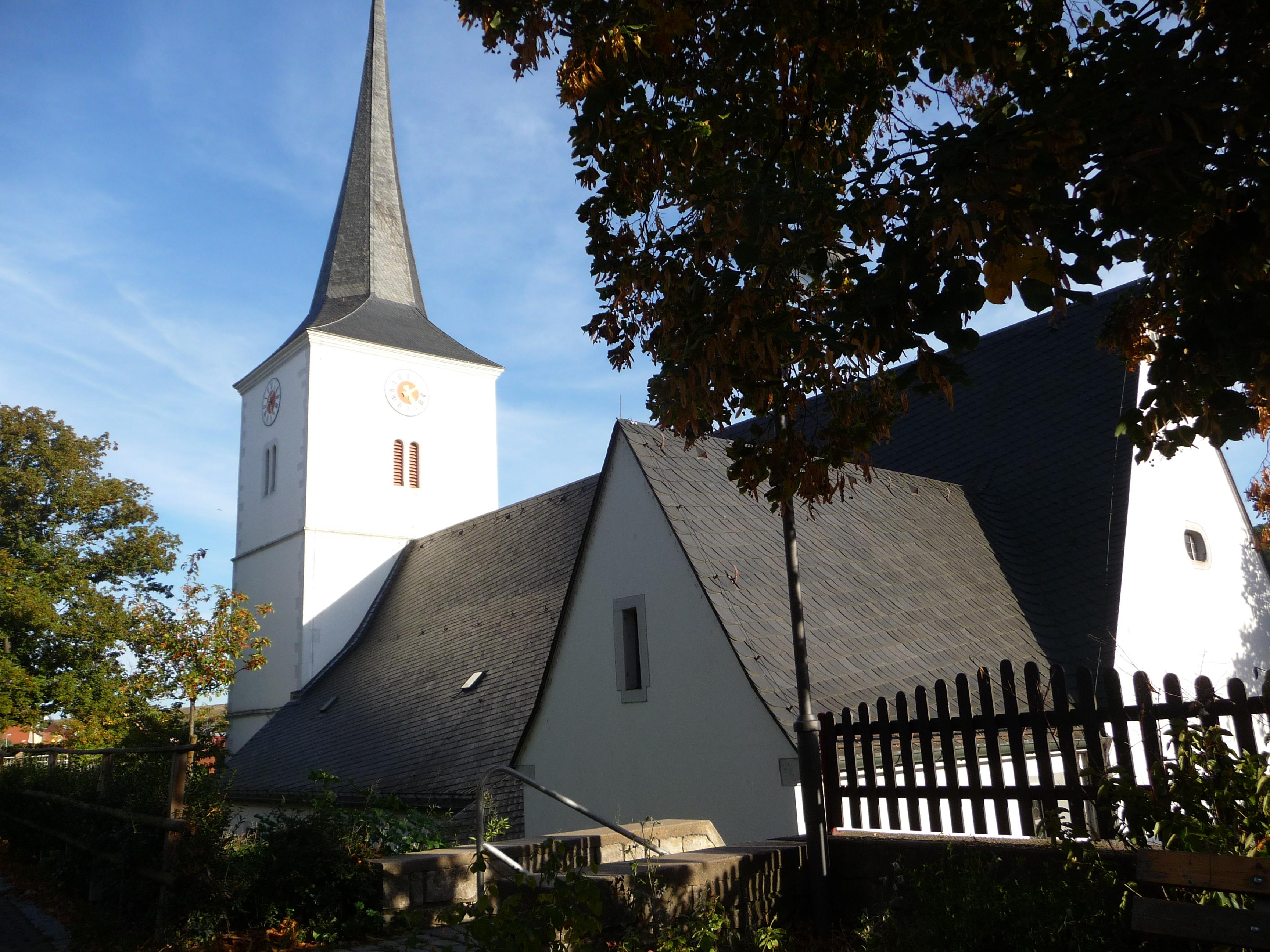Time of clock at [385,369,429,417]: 5:09
